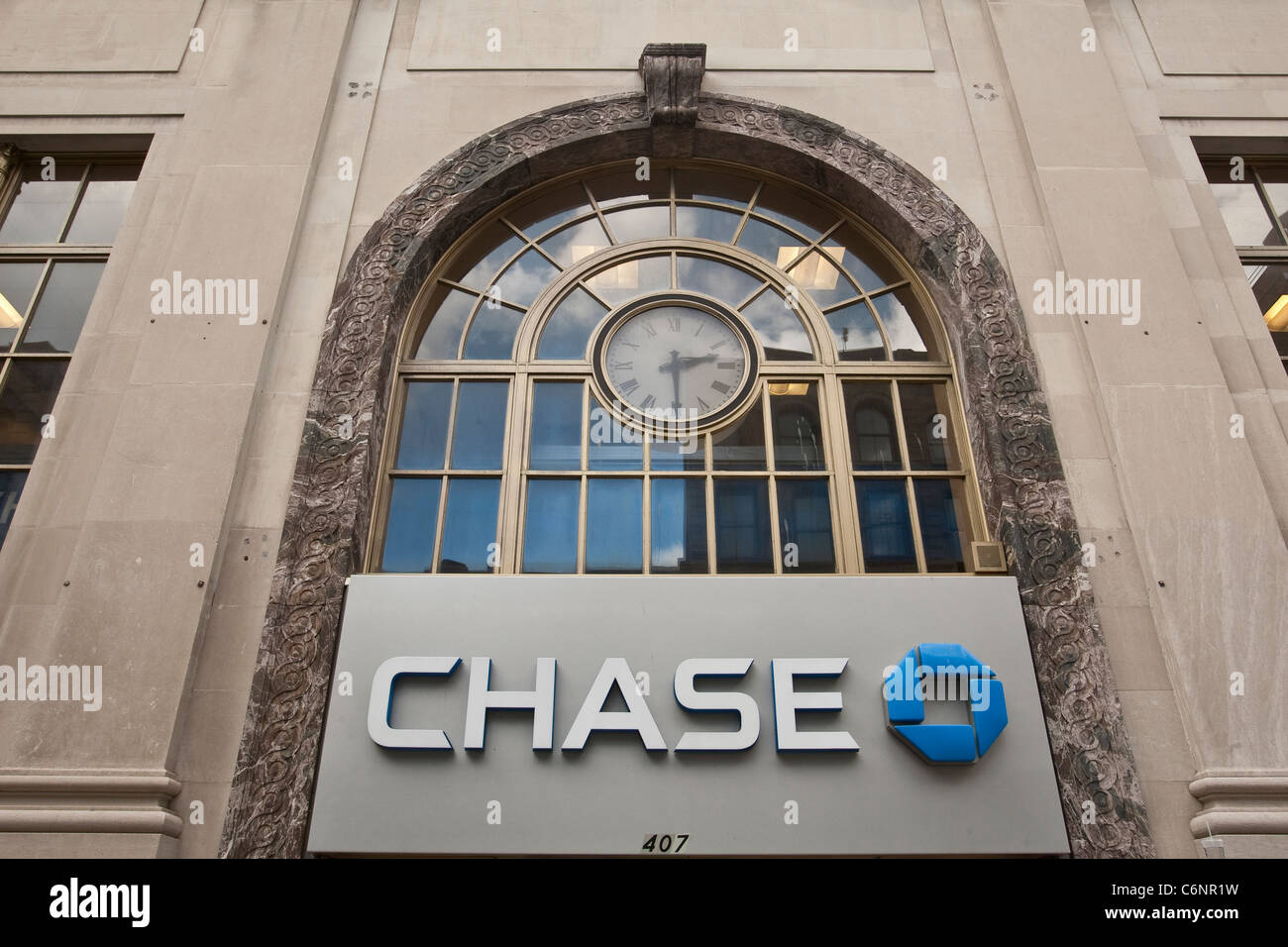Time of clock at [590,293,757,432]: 2:29
